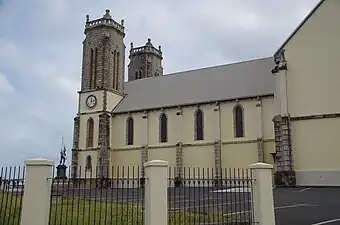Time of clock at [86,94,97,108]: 12:13
